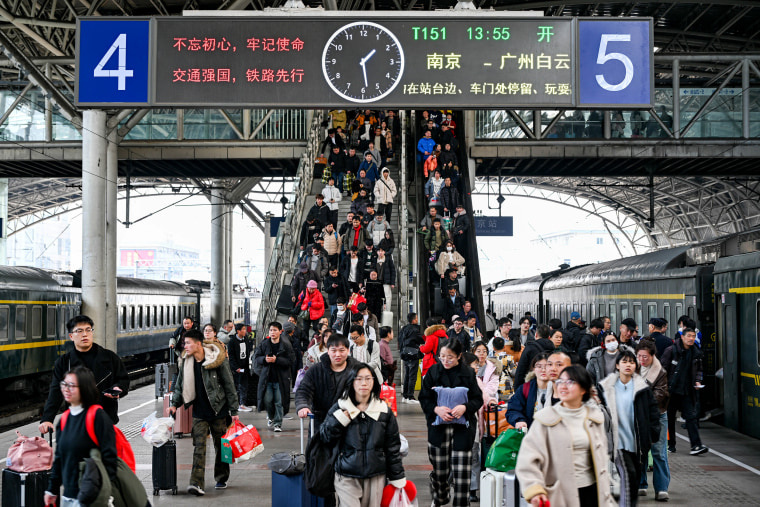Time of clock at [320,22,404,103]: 1:28
